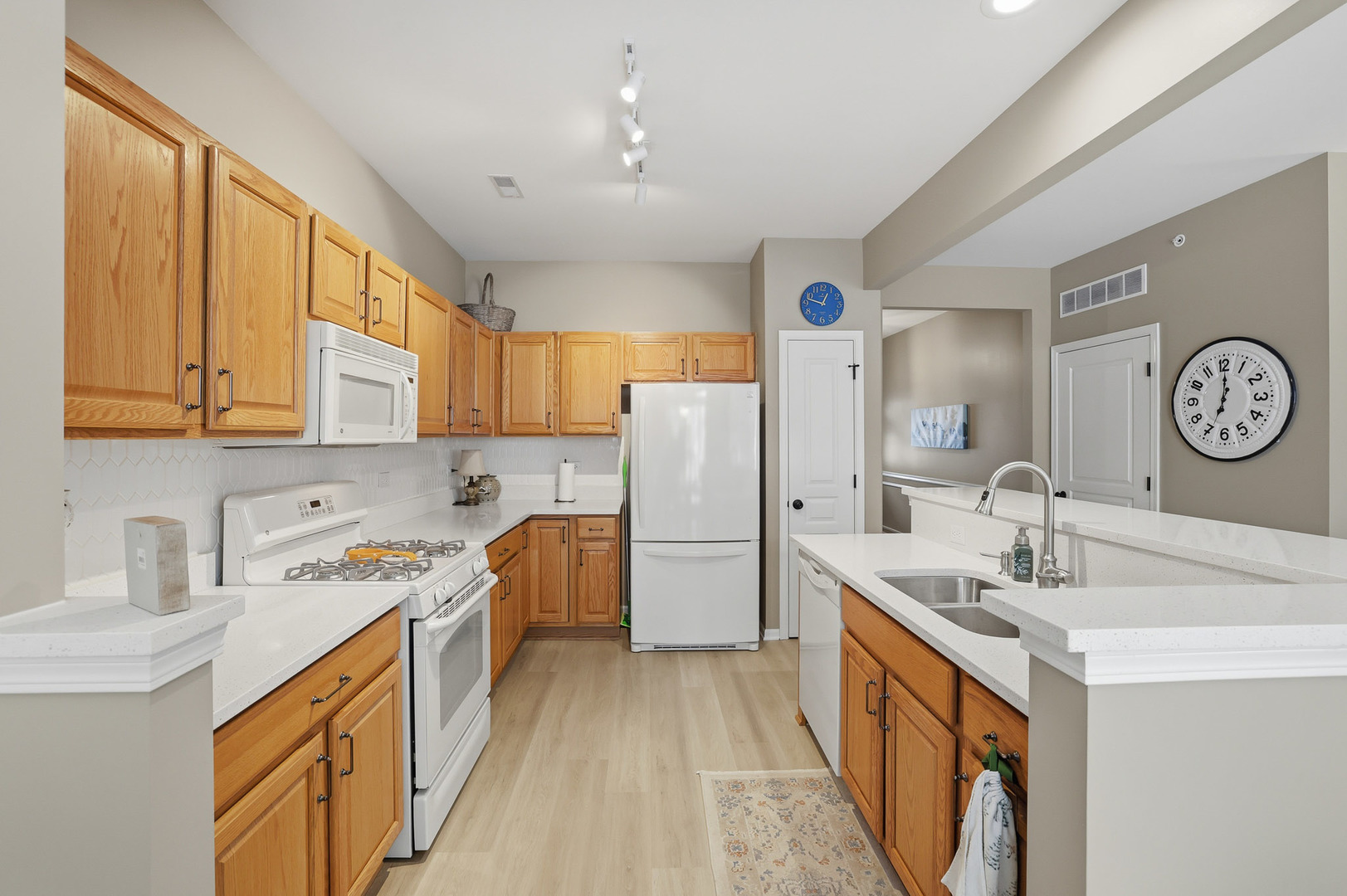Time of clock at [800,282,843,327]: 12:47
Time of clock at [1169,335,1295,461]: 7:00
